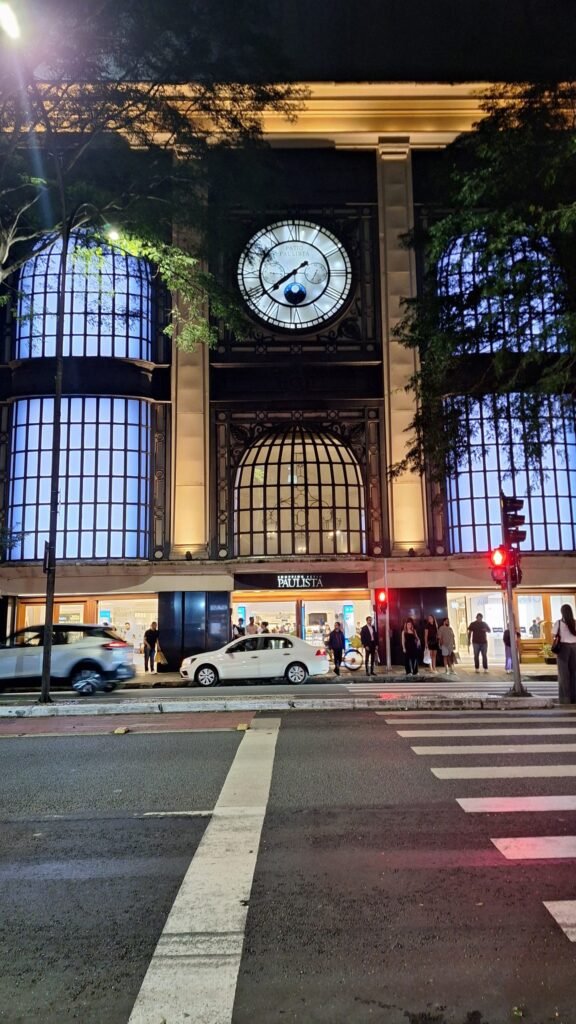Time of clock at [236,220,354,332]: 7:39
